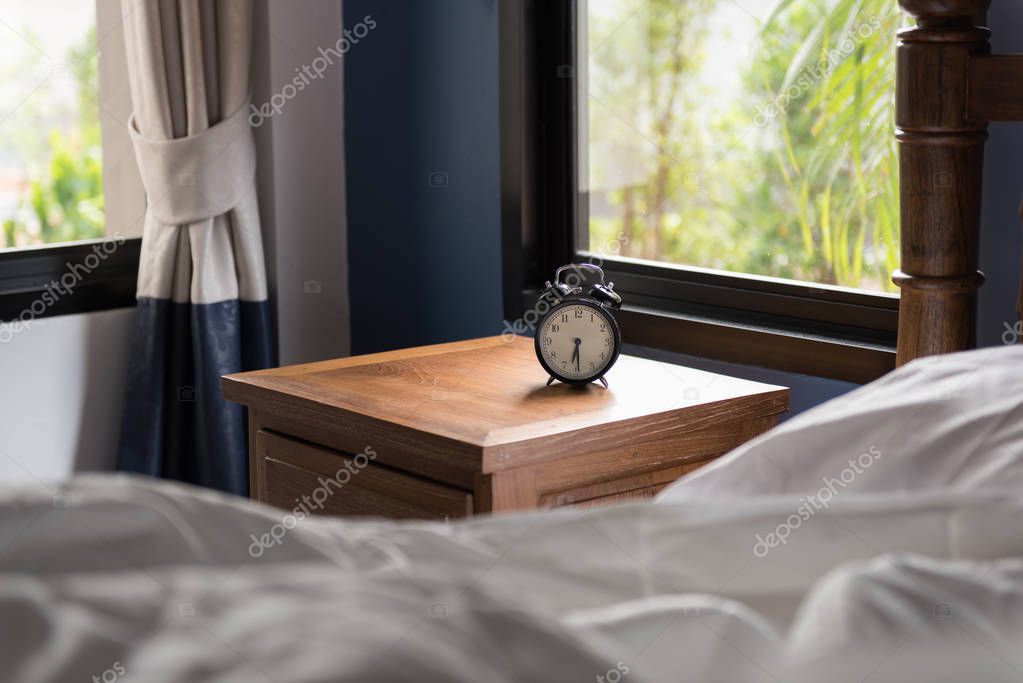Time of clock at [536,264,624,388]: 6:29
